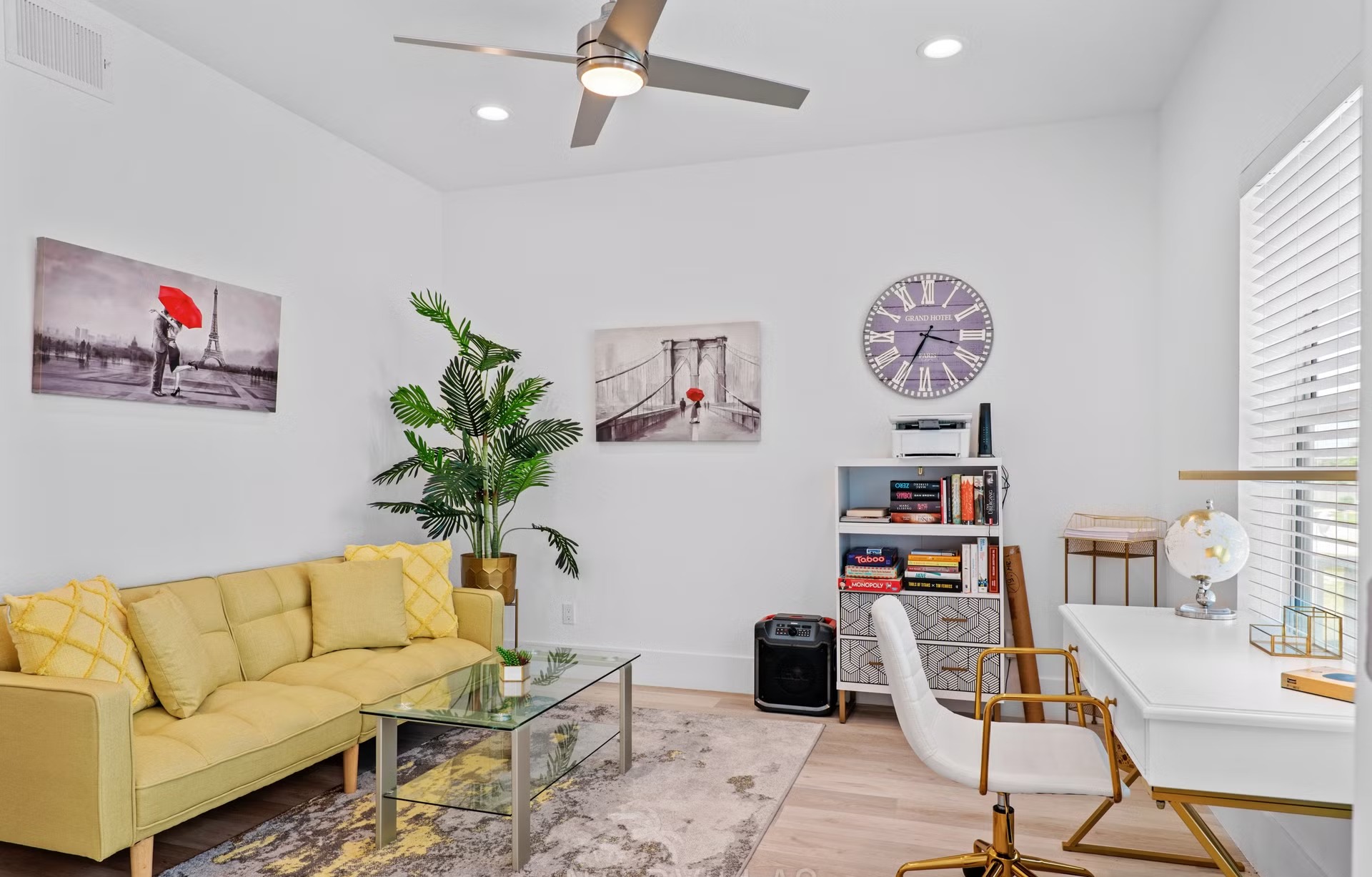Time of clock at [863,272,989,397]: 3:34
